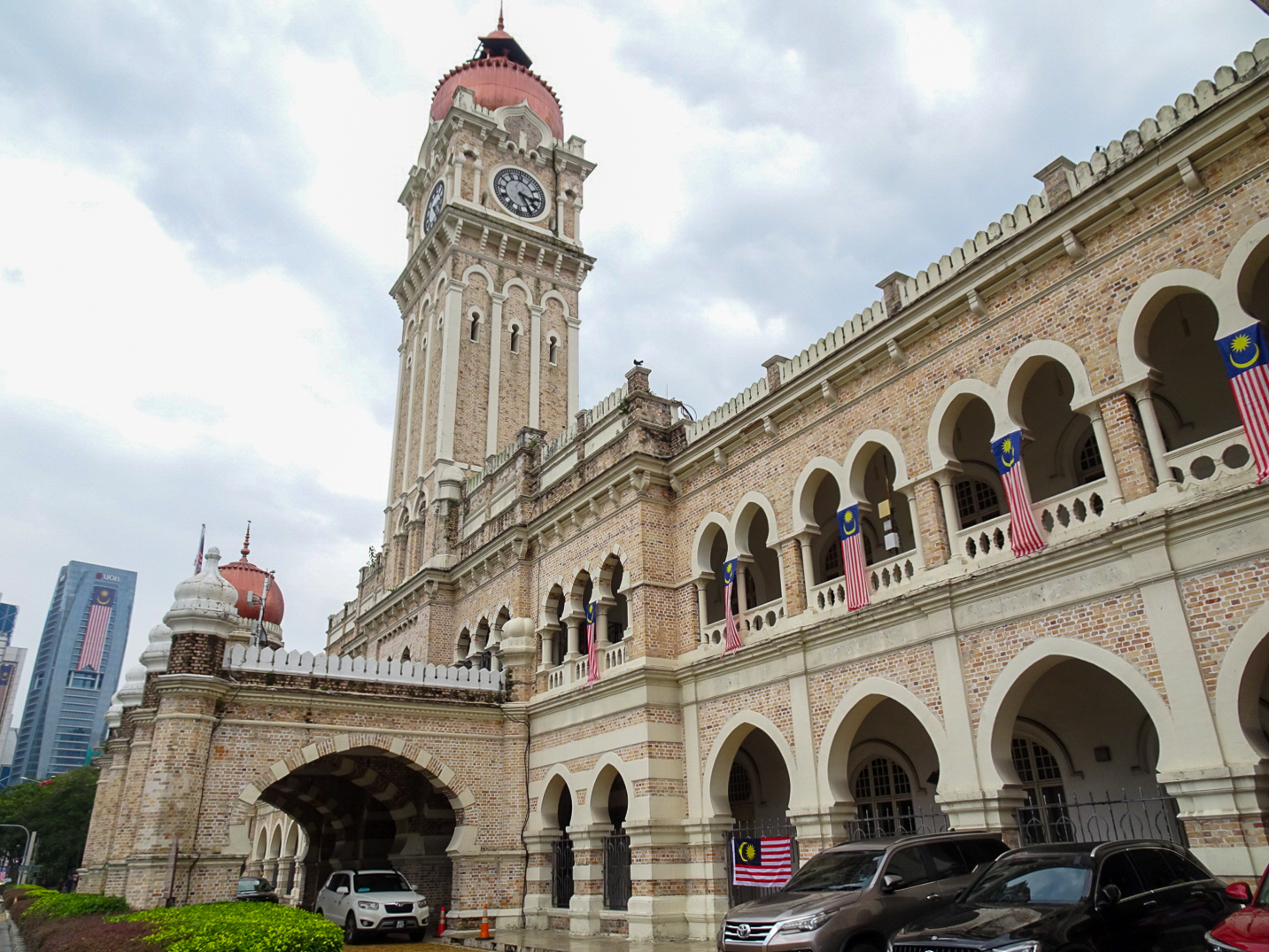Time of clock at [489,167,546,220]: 3:24
